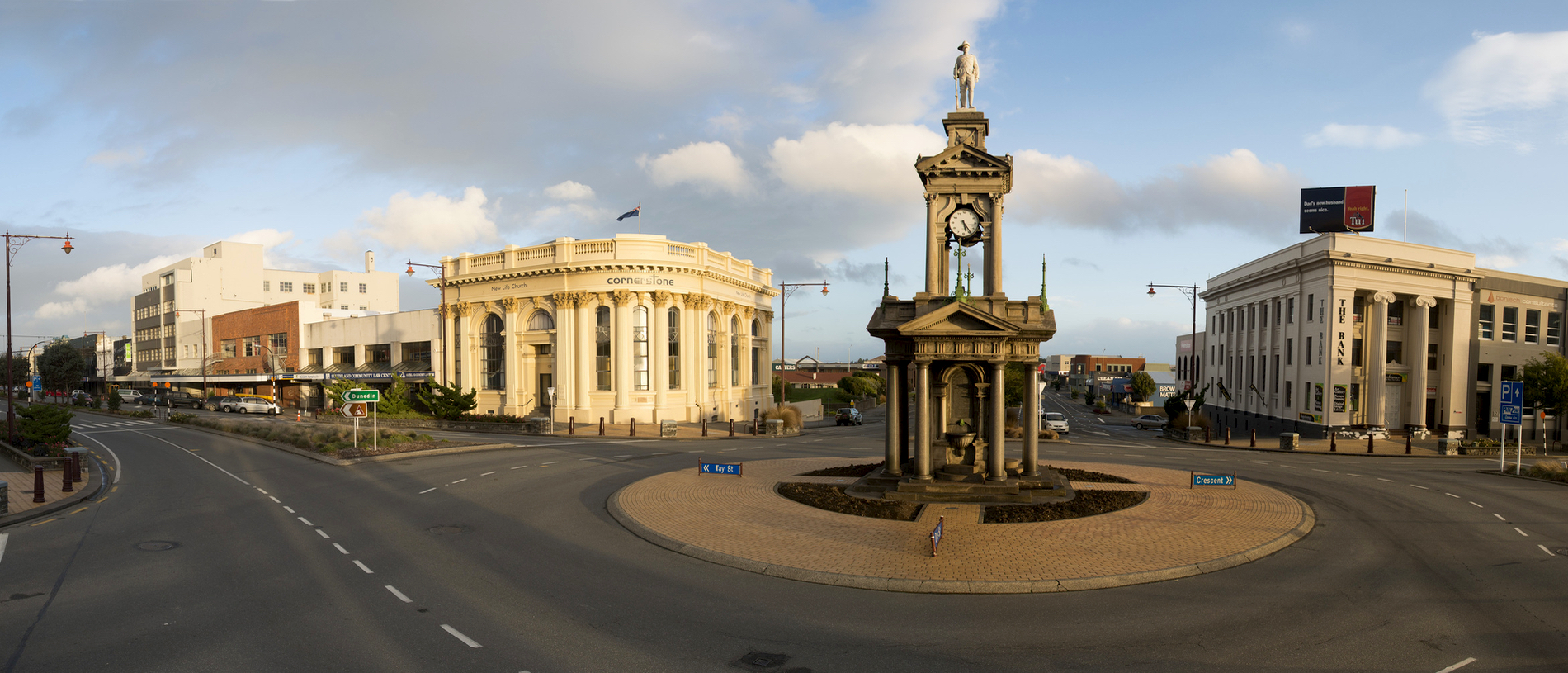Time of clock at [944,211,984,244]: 5:23
